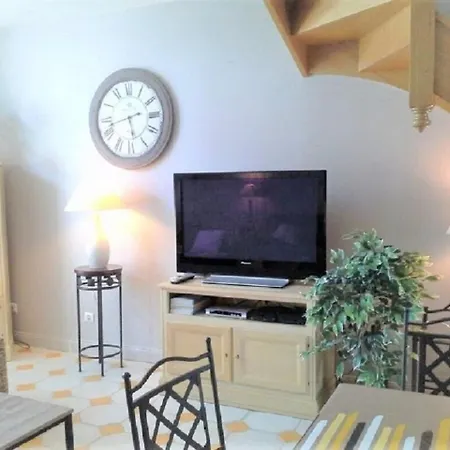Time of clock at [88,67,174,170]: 5:42
